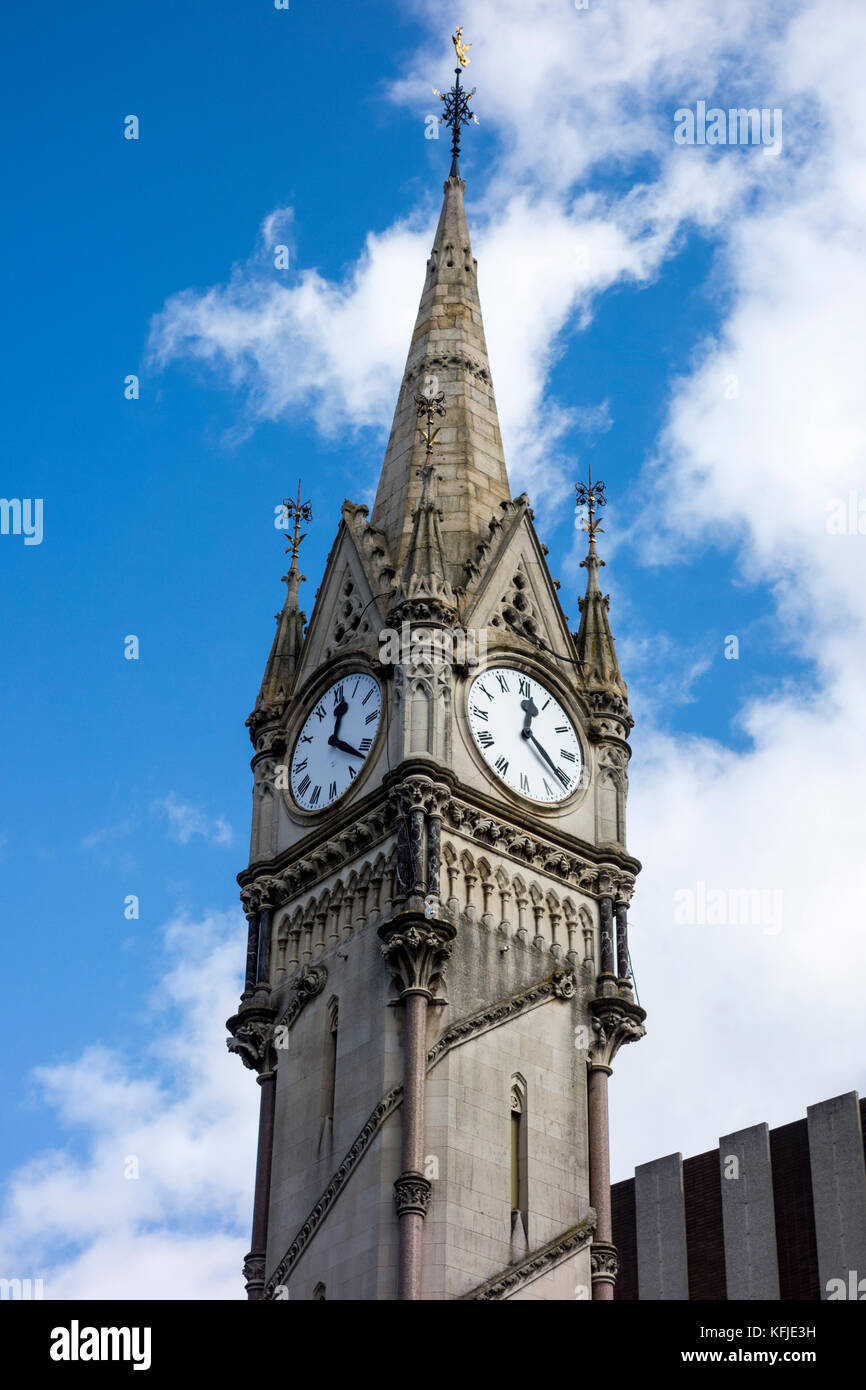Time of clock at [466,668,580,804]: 12:20
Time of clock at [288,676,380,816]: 12:21
